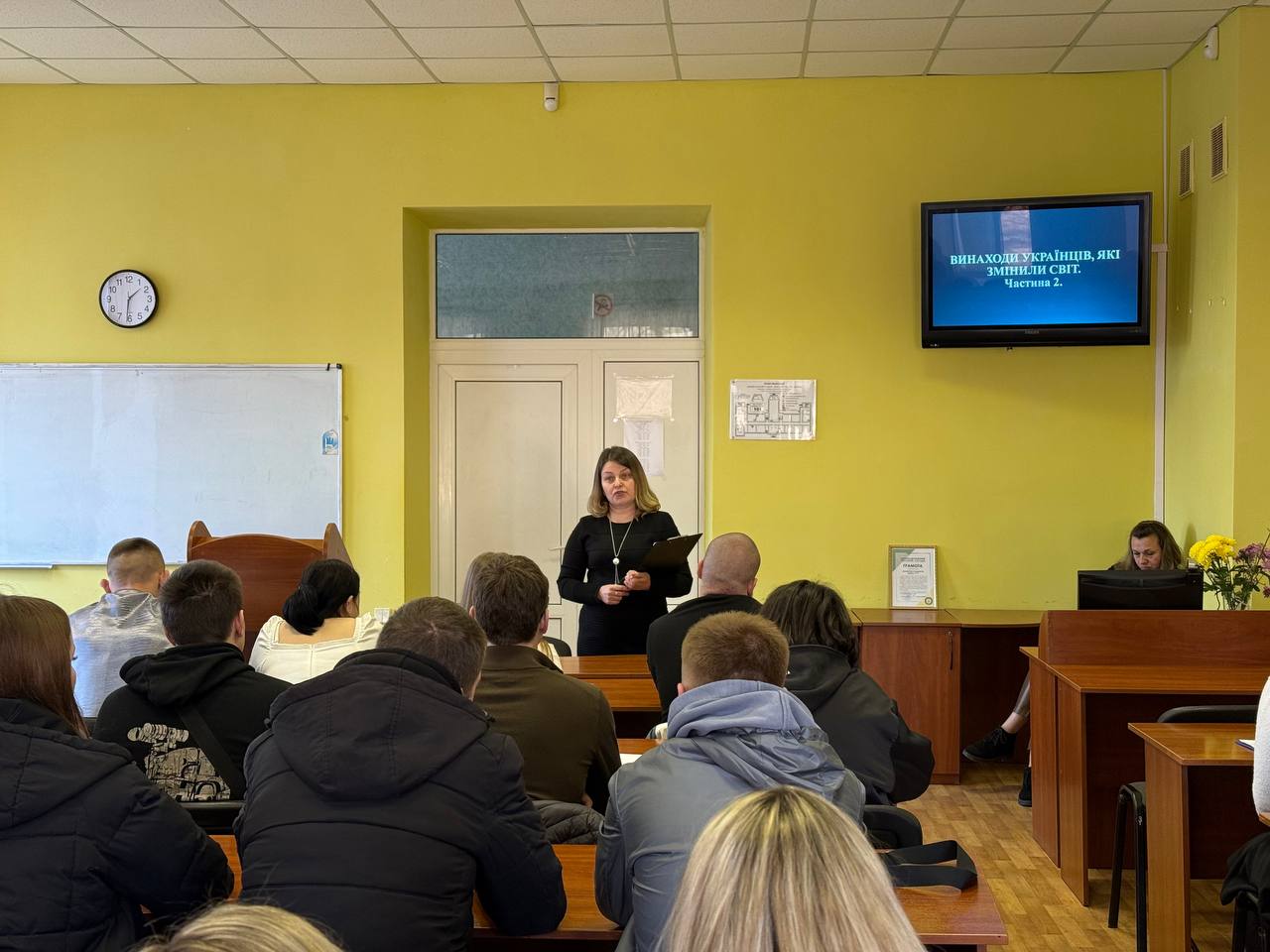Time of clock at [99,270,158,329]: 1:31
